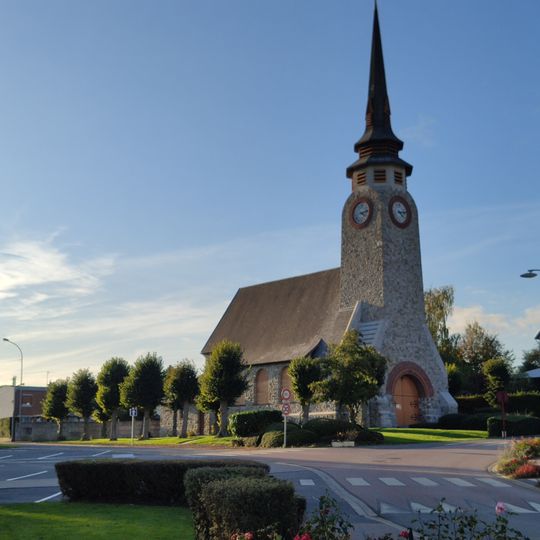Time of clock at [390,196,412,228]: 4:13
